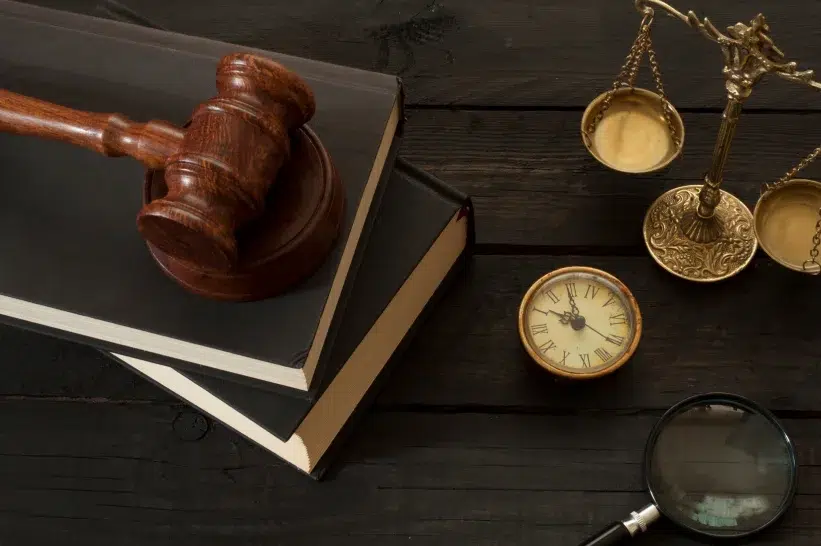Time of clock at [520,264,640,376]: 9:59
